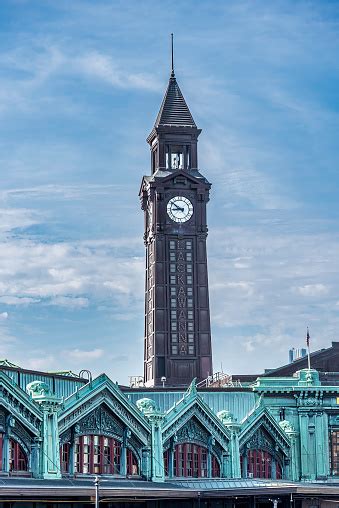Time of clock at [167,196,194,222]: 8:51
